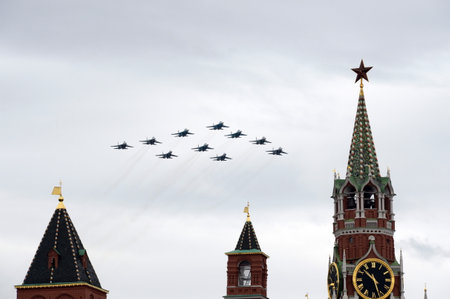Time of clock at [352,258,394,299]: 10:27
